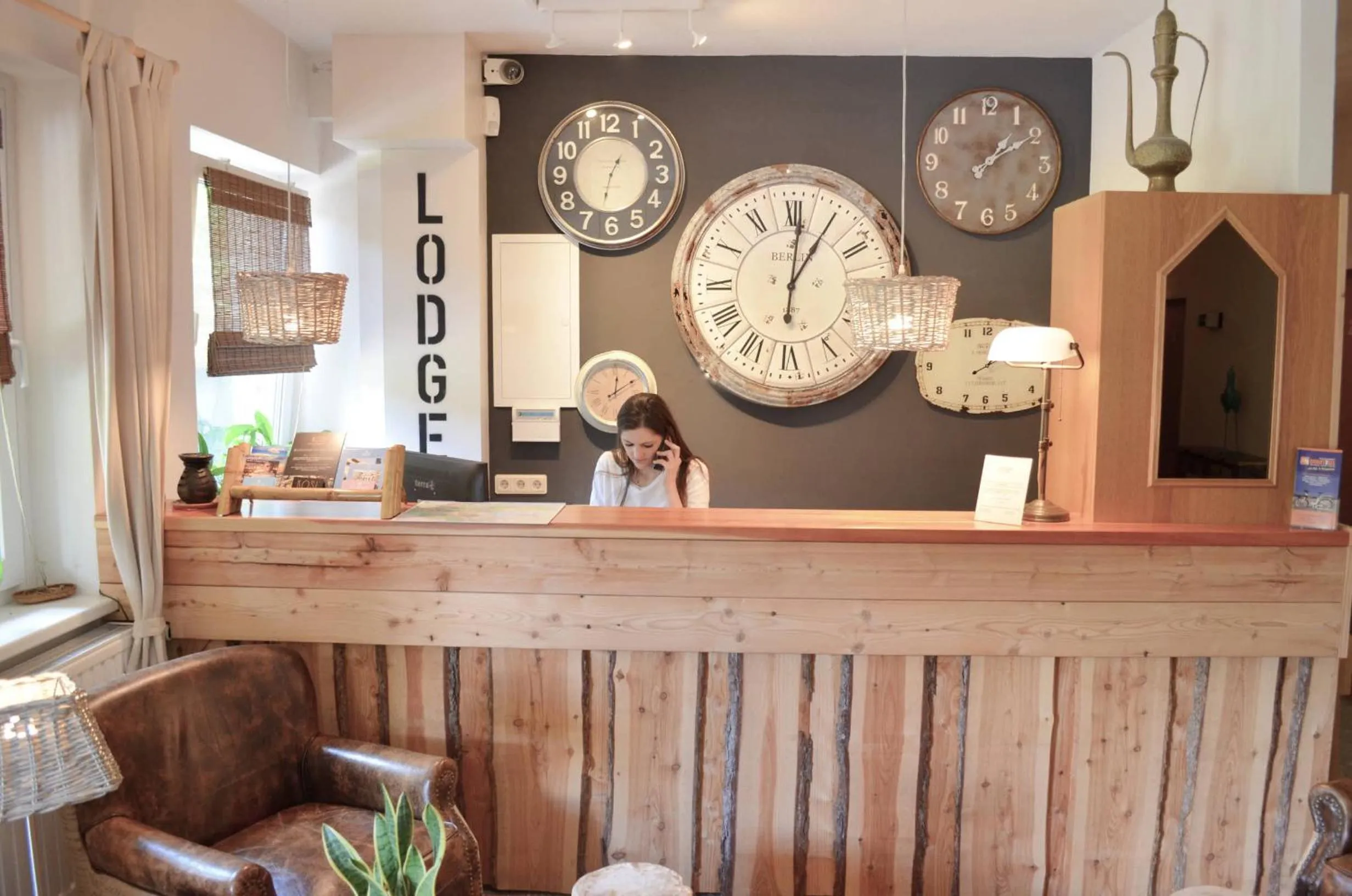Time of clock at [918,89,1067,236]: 1:09
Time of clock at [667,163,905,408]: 1:01
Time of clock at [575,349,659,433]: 12:09
